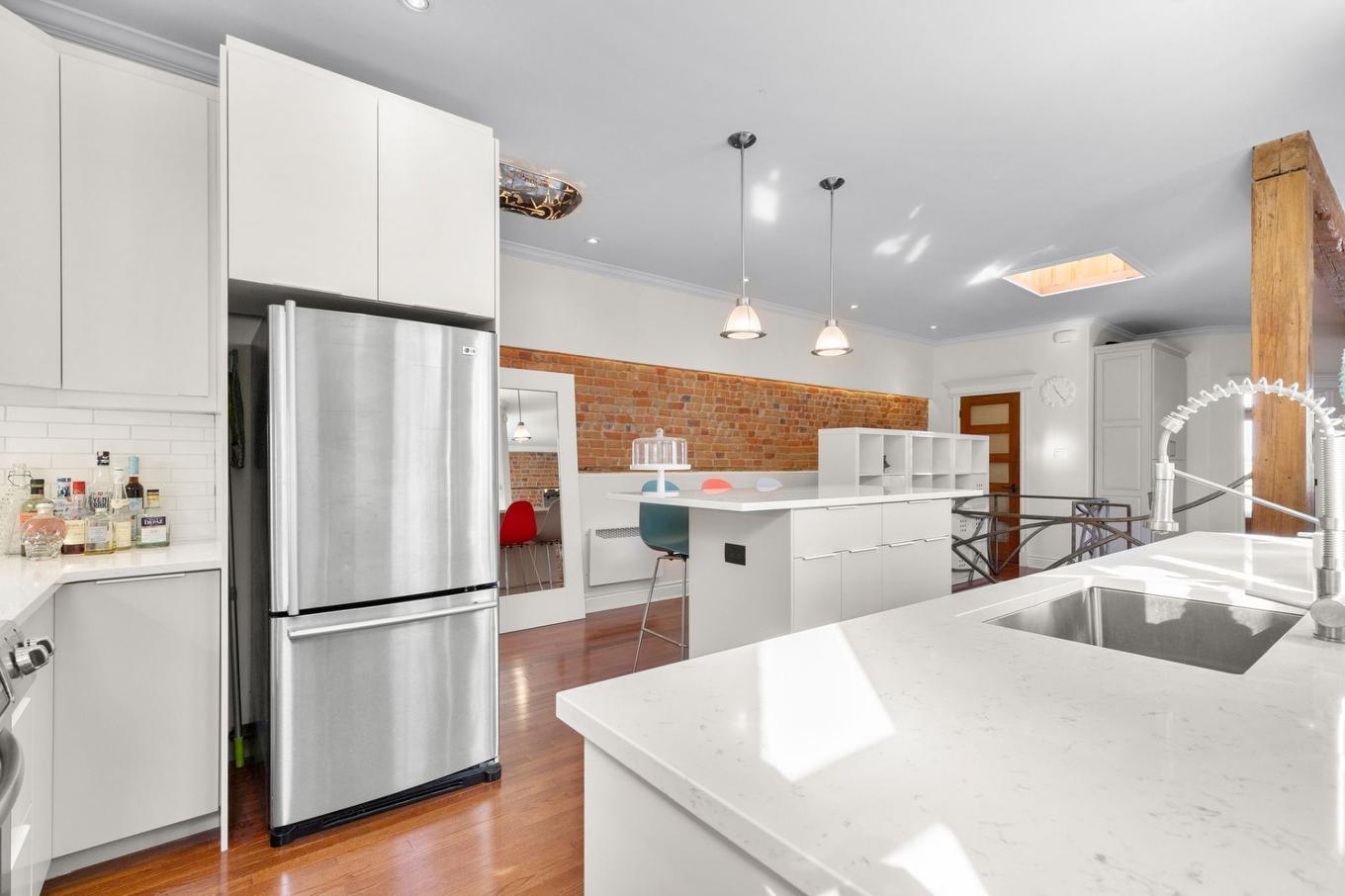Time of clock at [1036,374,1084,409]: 11:23
